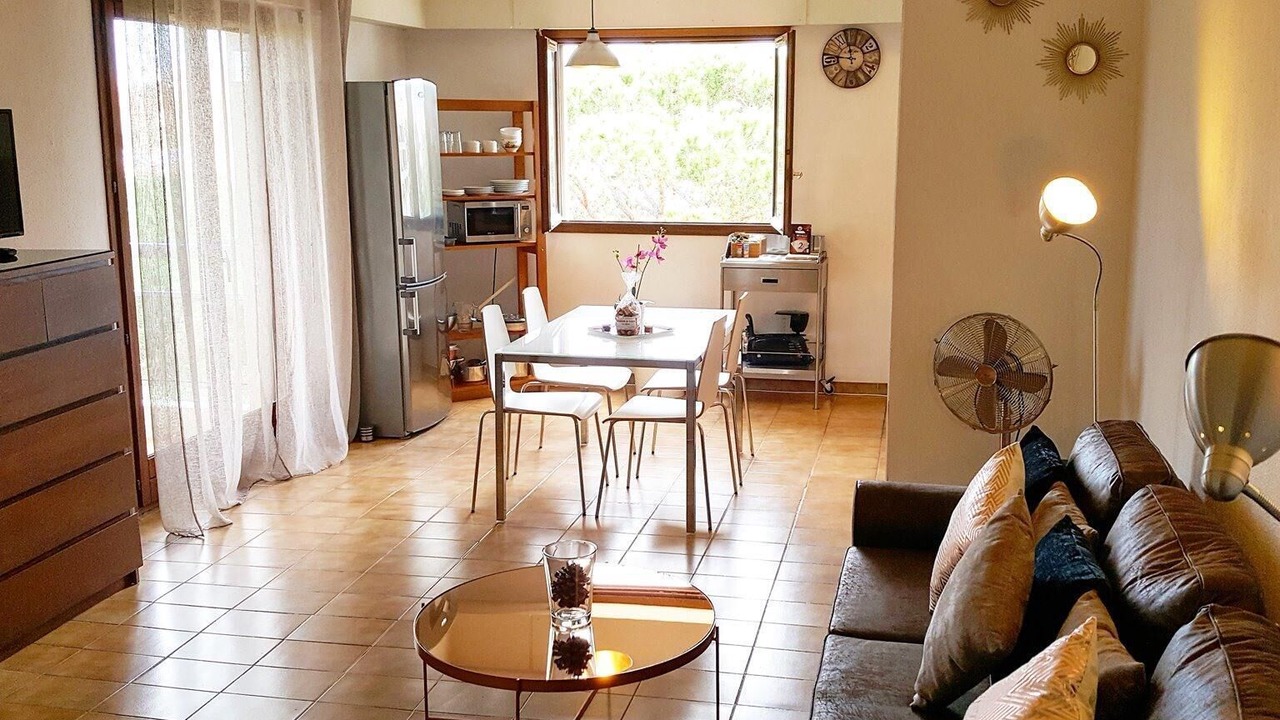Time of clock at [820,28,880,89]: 11:46
